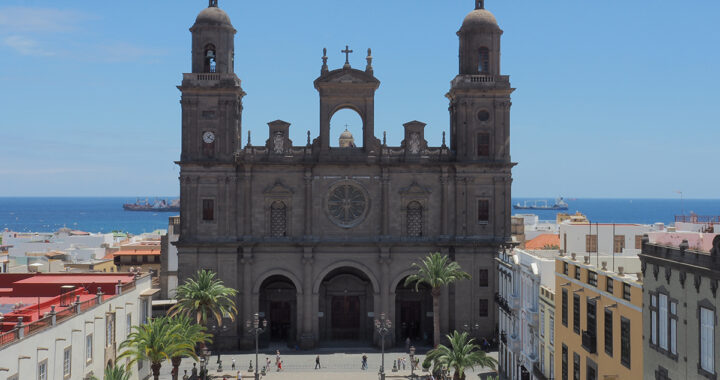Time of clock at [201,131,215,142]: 1:20
